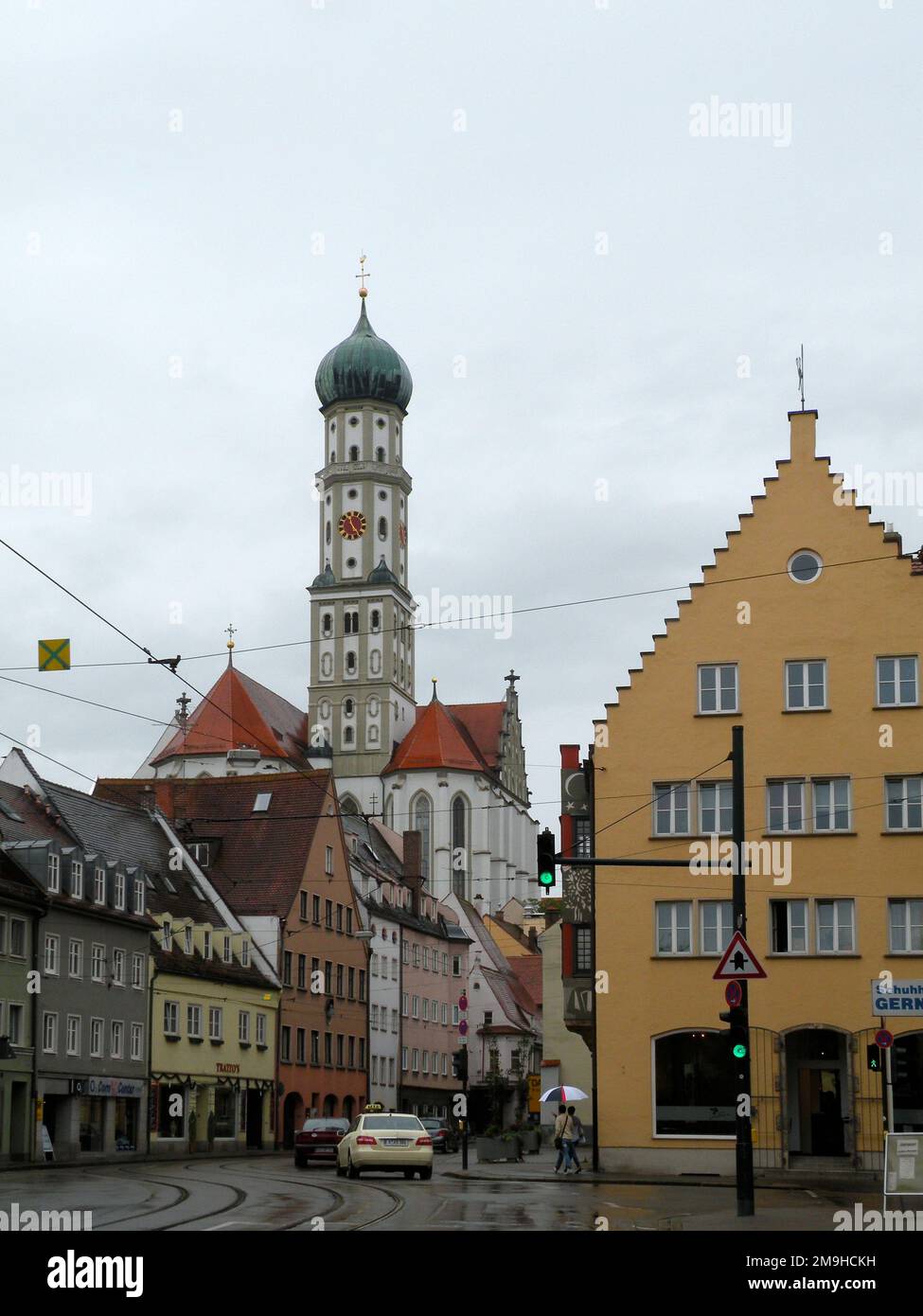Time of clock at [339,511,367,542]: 11:23
